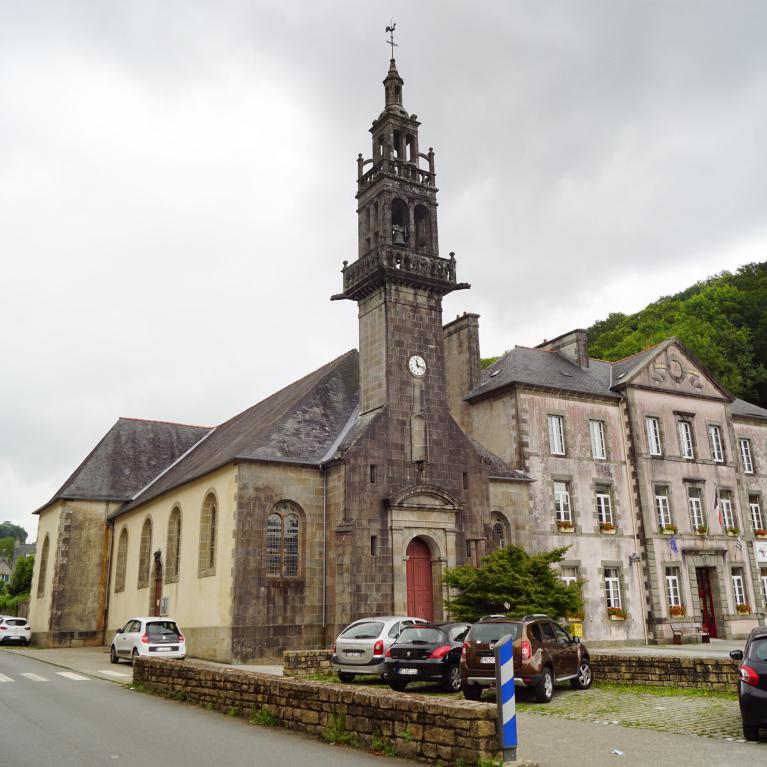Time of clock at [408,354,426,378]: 11:17
